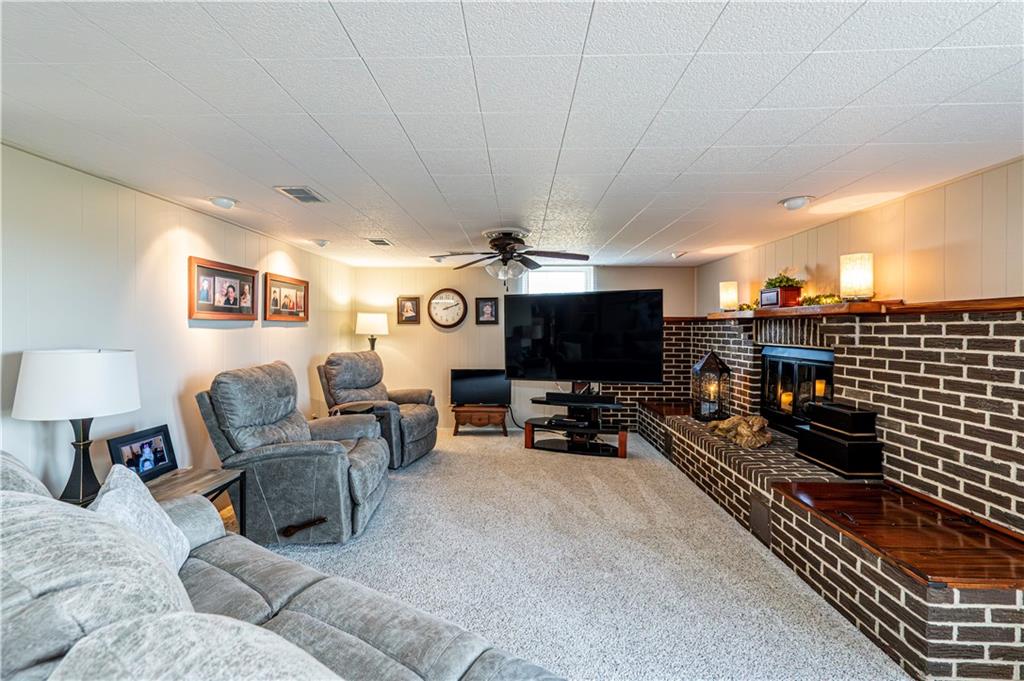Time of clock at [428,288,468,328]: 2:11
